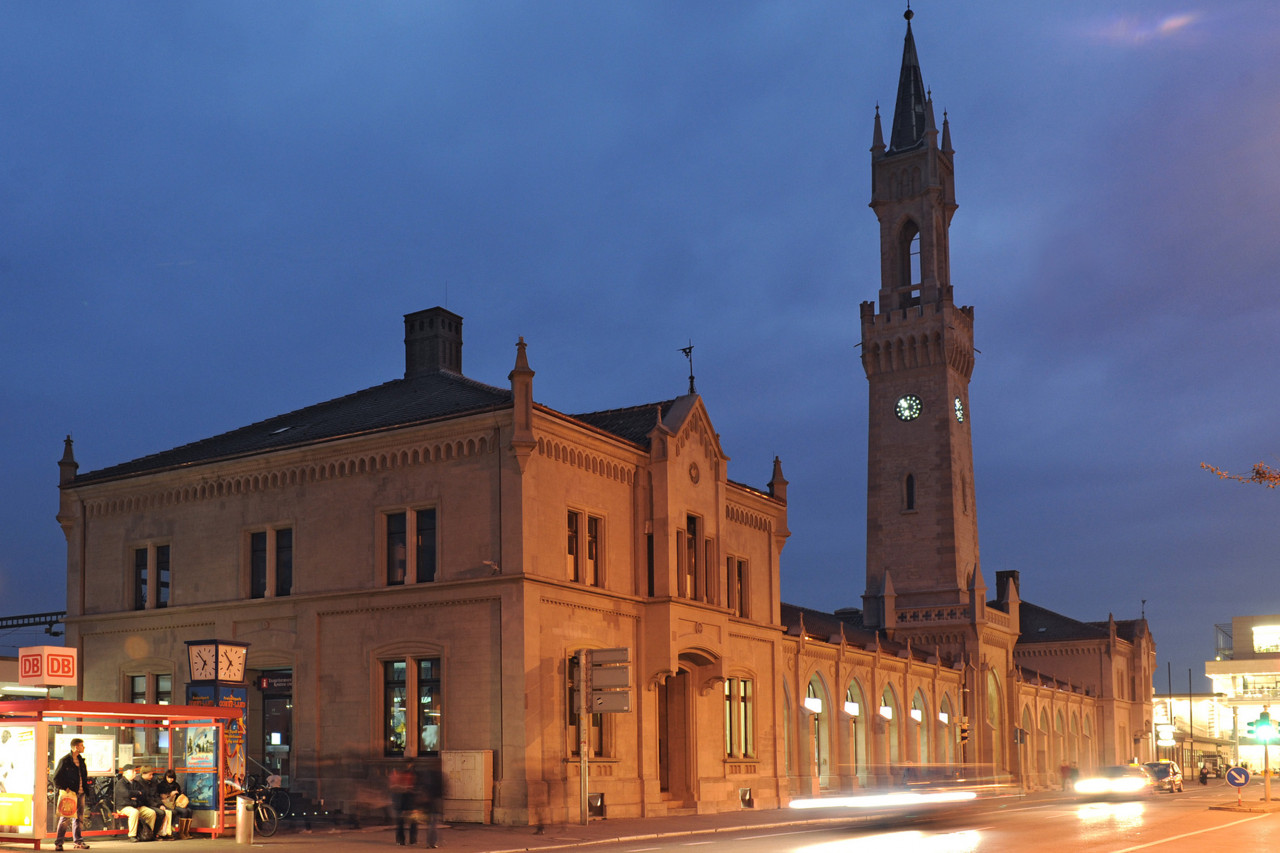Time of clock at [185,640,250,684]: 6:52
